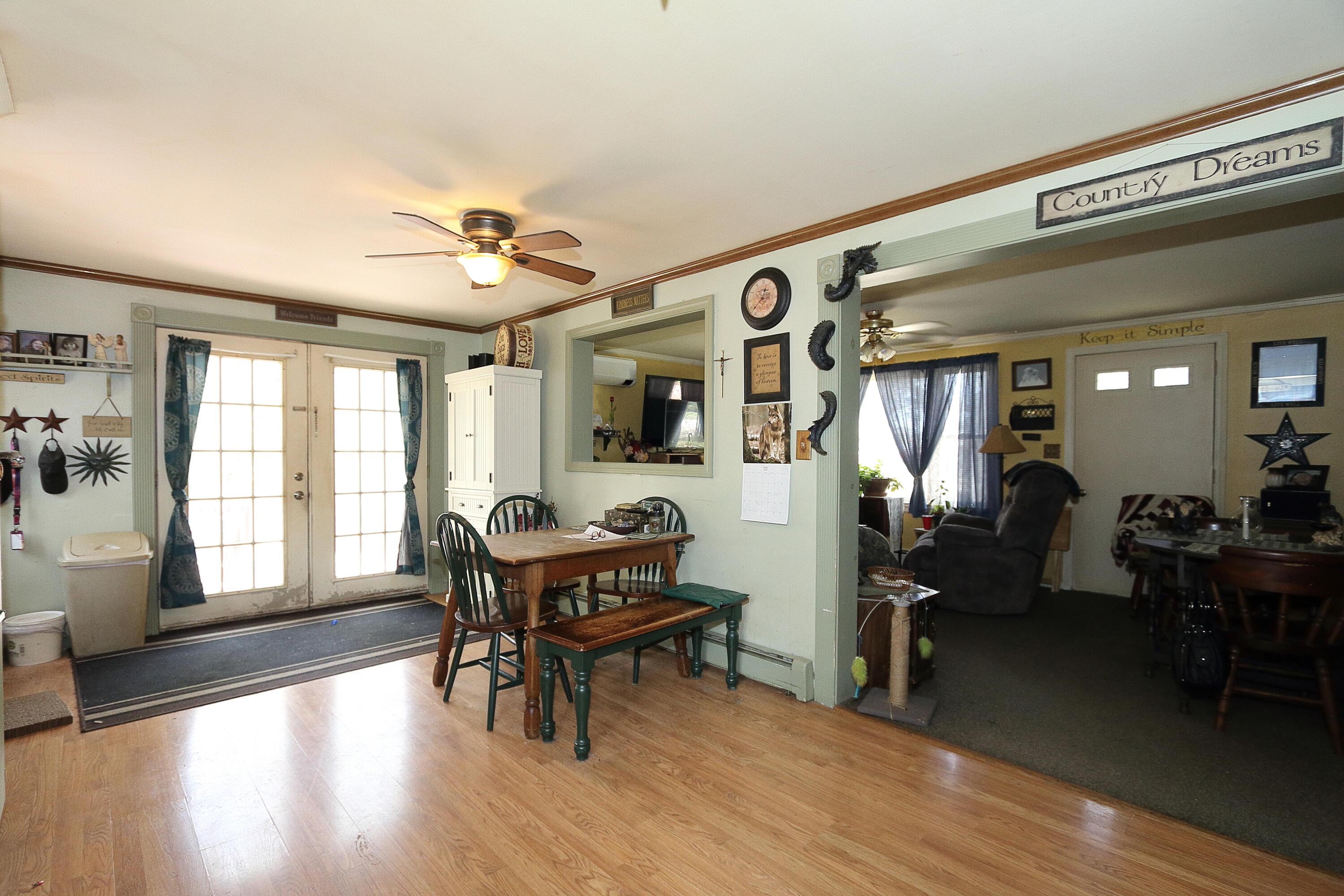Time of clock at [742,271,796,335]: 12:37
